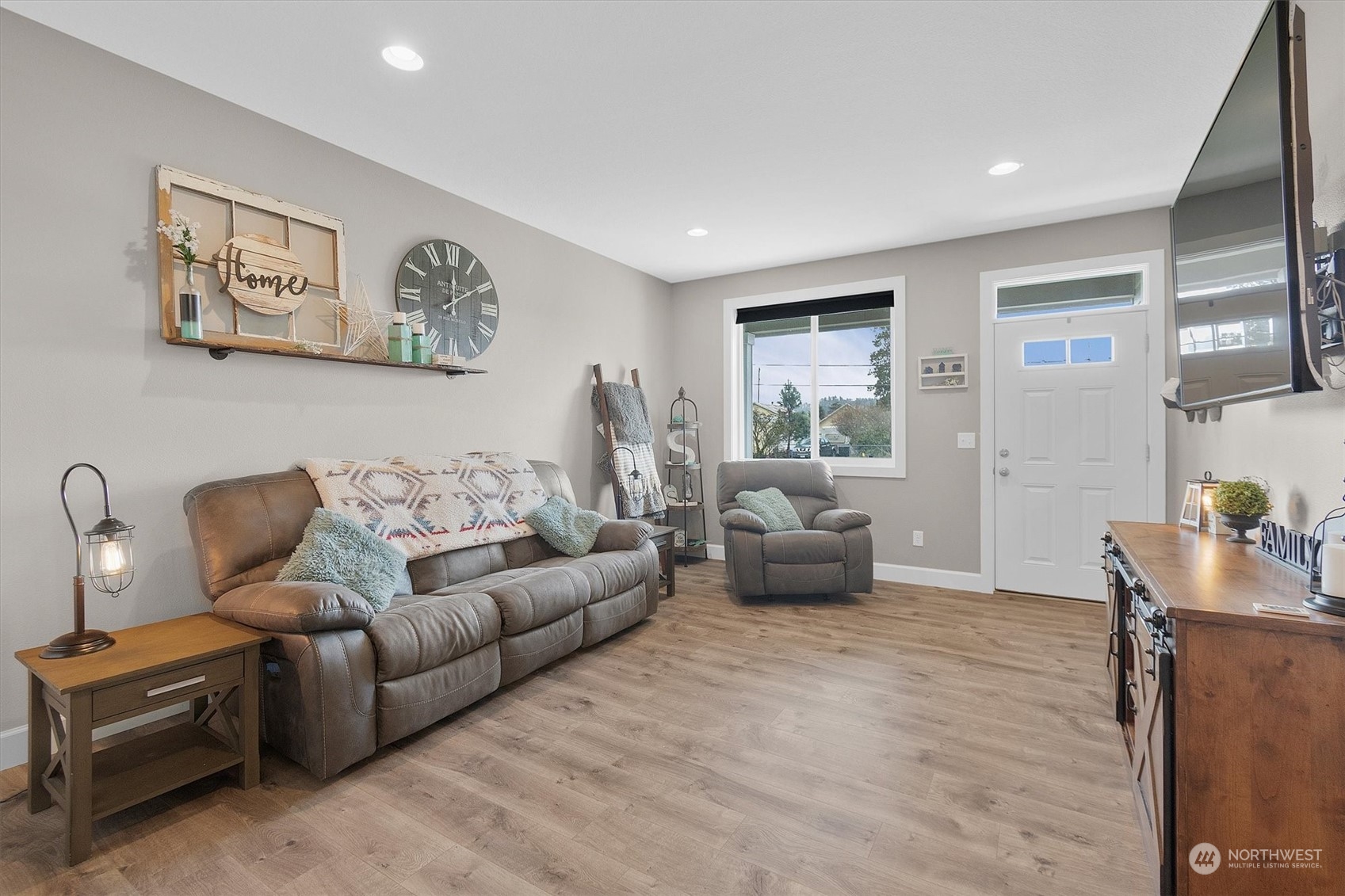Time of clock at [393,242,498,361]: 12:09
